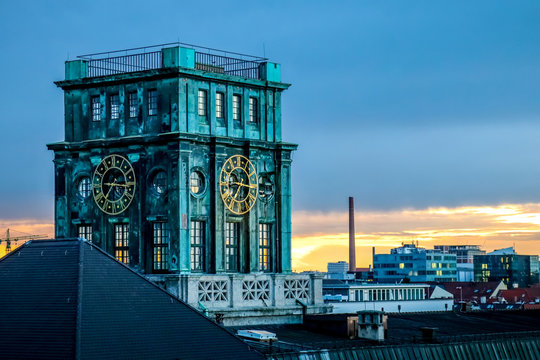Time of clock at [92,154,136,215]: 7:15
